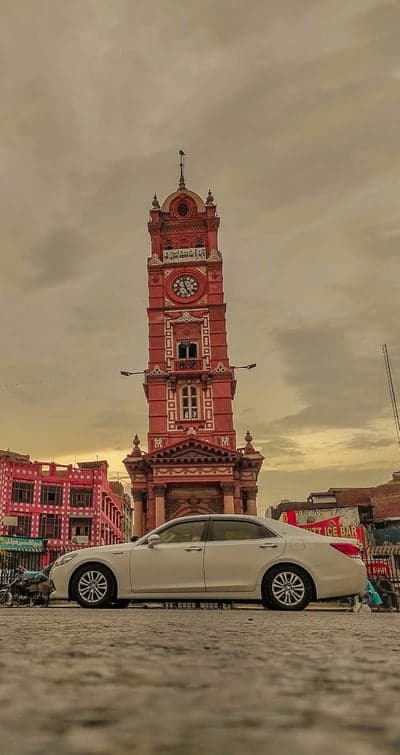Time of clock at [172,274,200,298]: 4:57
